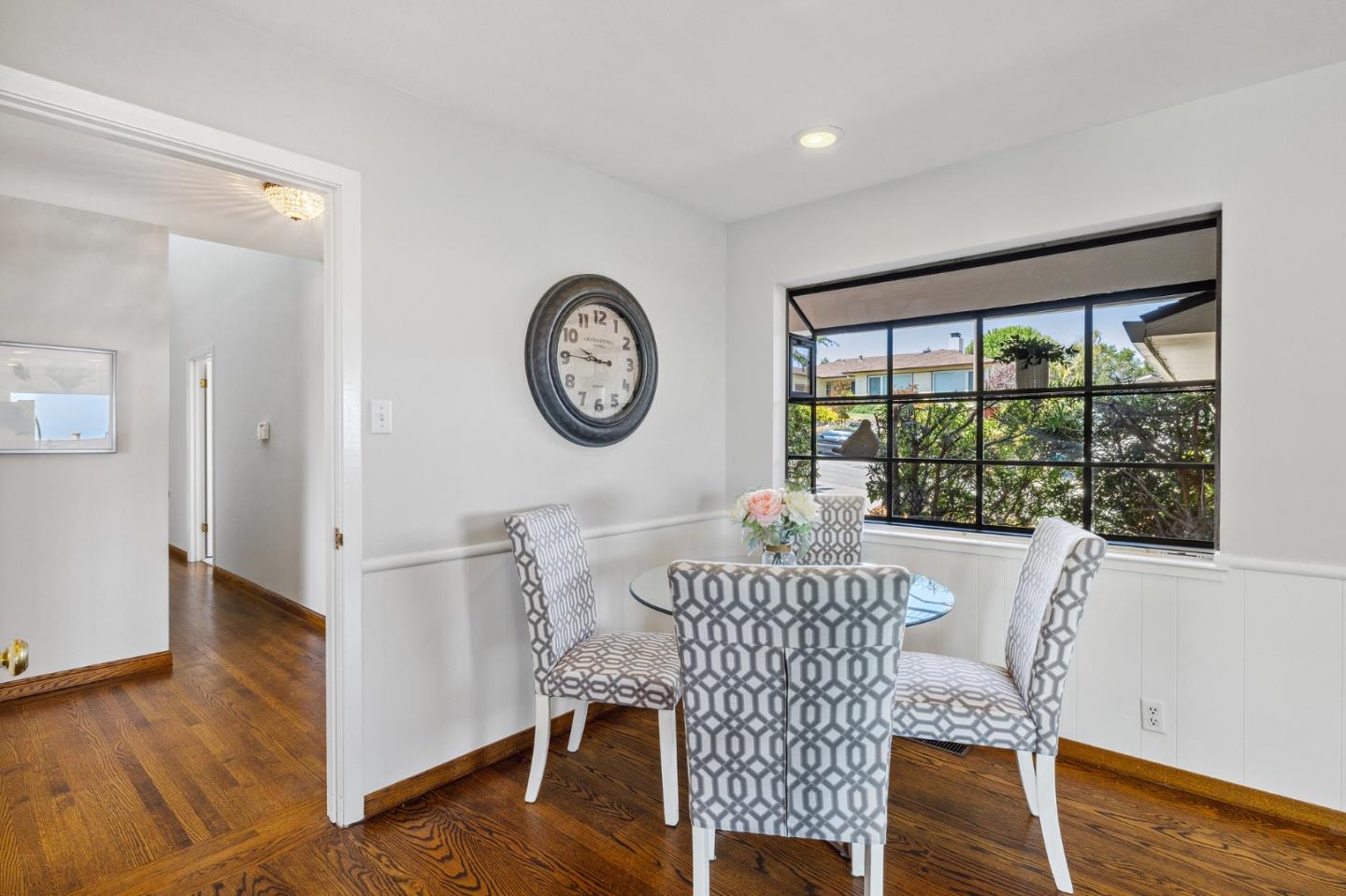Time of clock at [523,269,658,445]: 9:45
